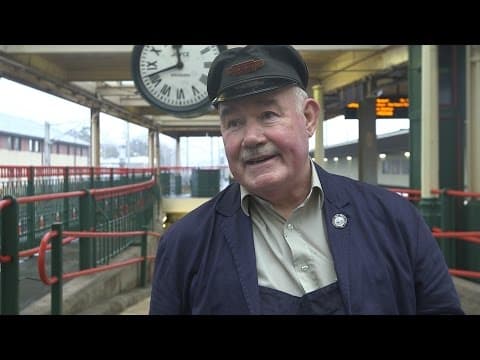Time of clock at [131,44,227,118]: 11:41
